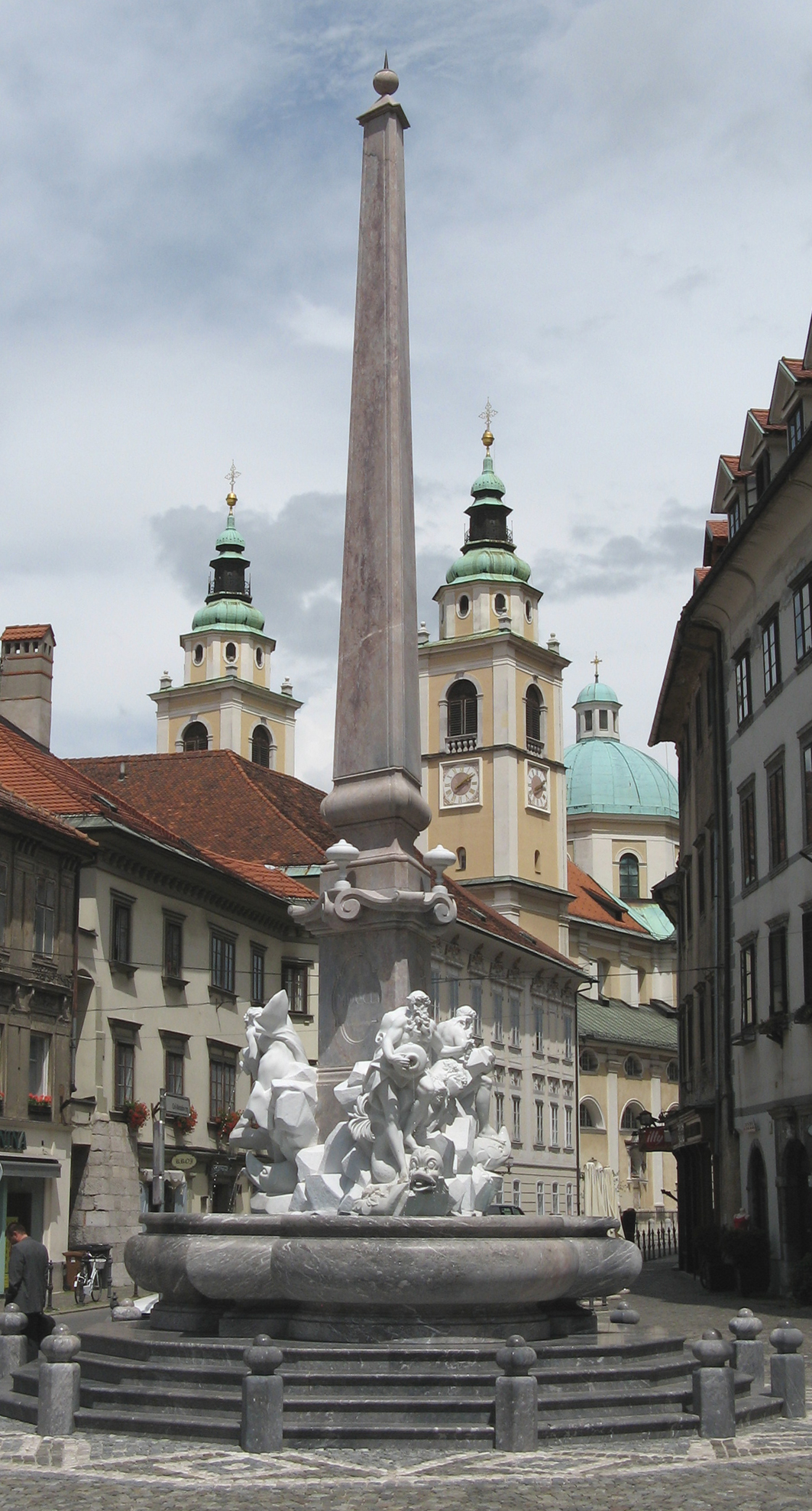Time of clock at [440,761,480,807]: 2:09
